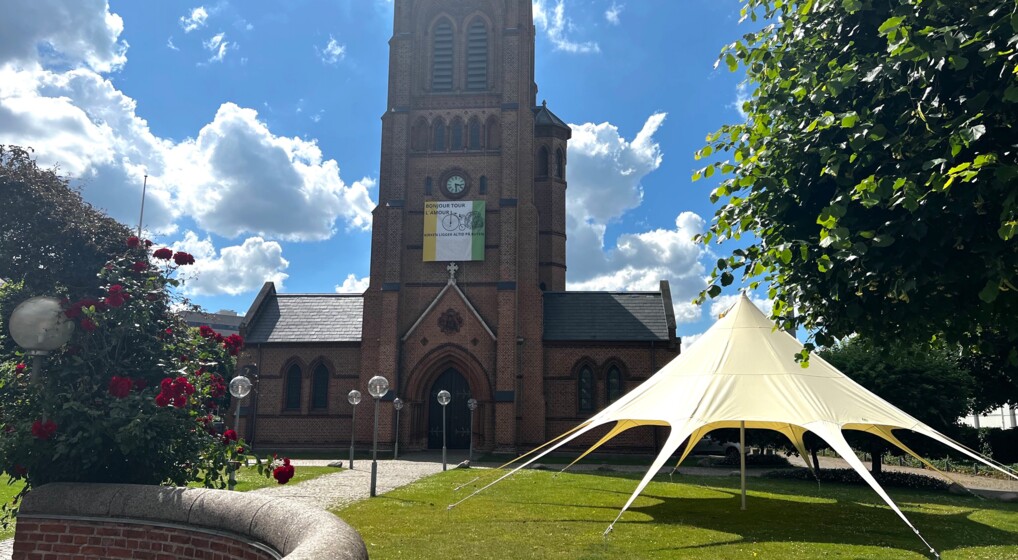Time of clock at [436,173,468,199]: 3:28
